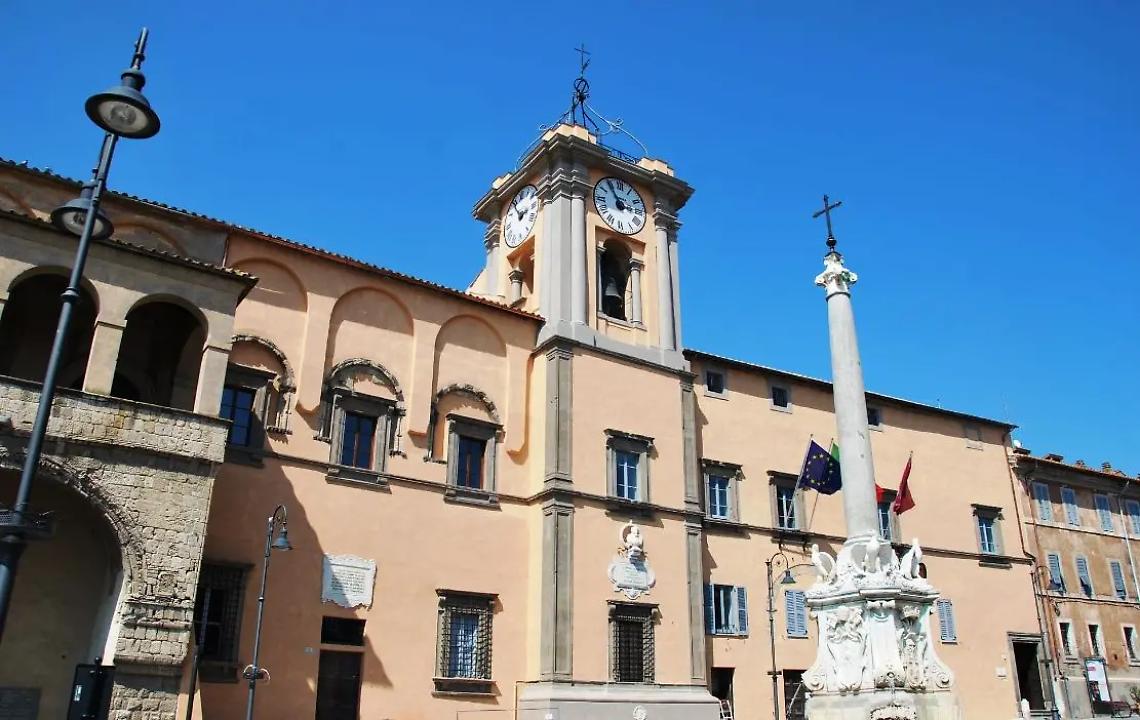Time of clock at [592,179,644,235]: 2:53
